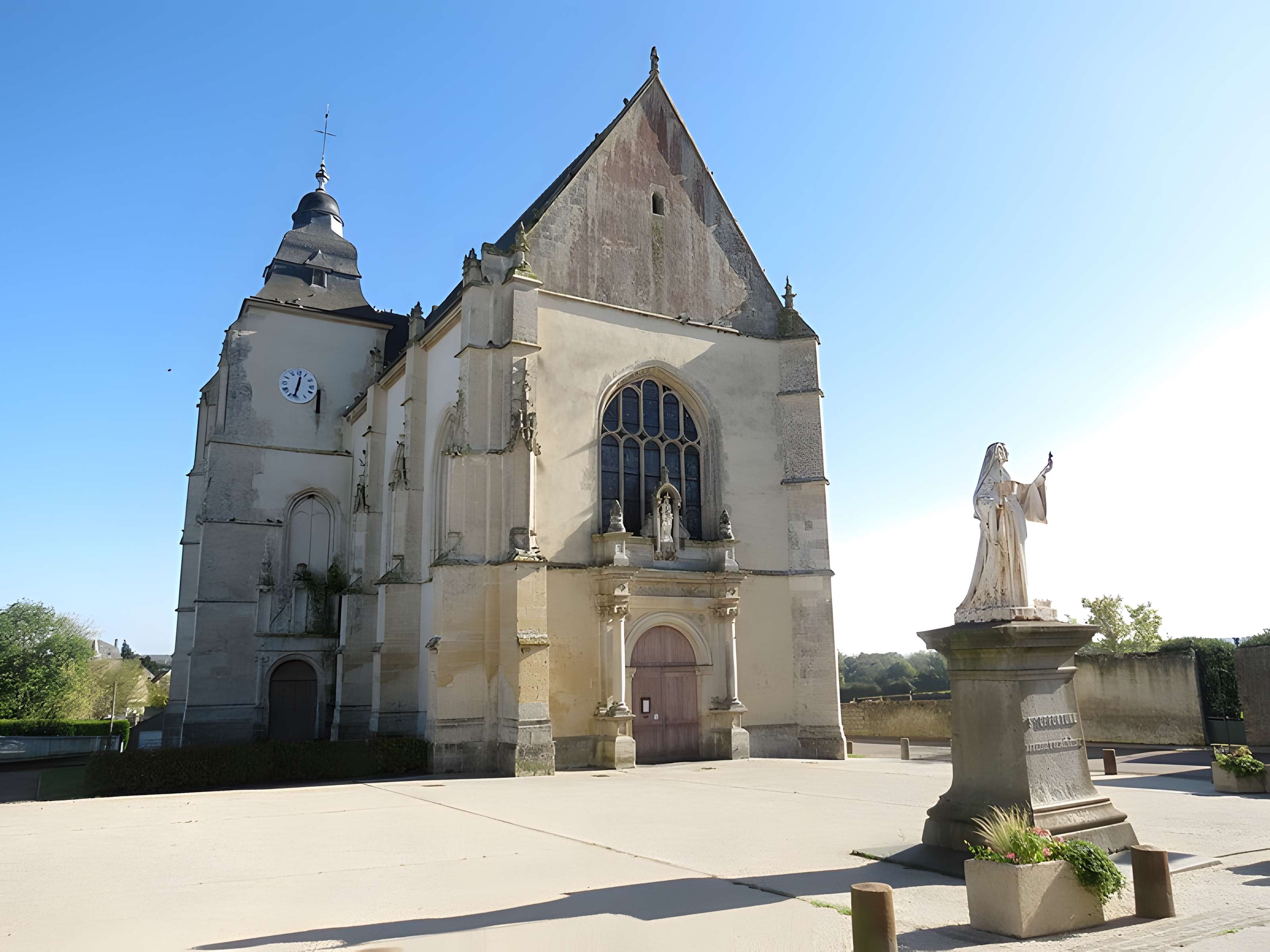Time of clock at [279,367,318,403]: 12:32
